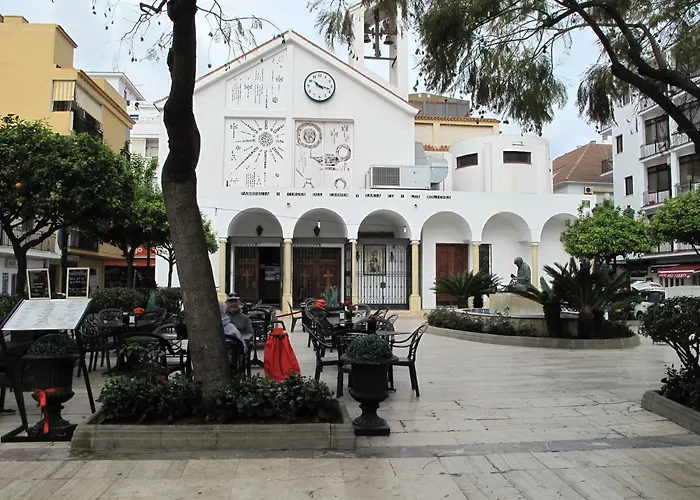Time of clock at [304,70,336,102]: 10:17
